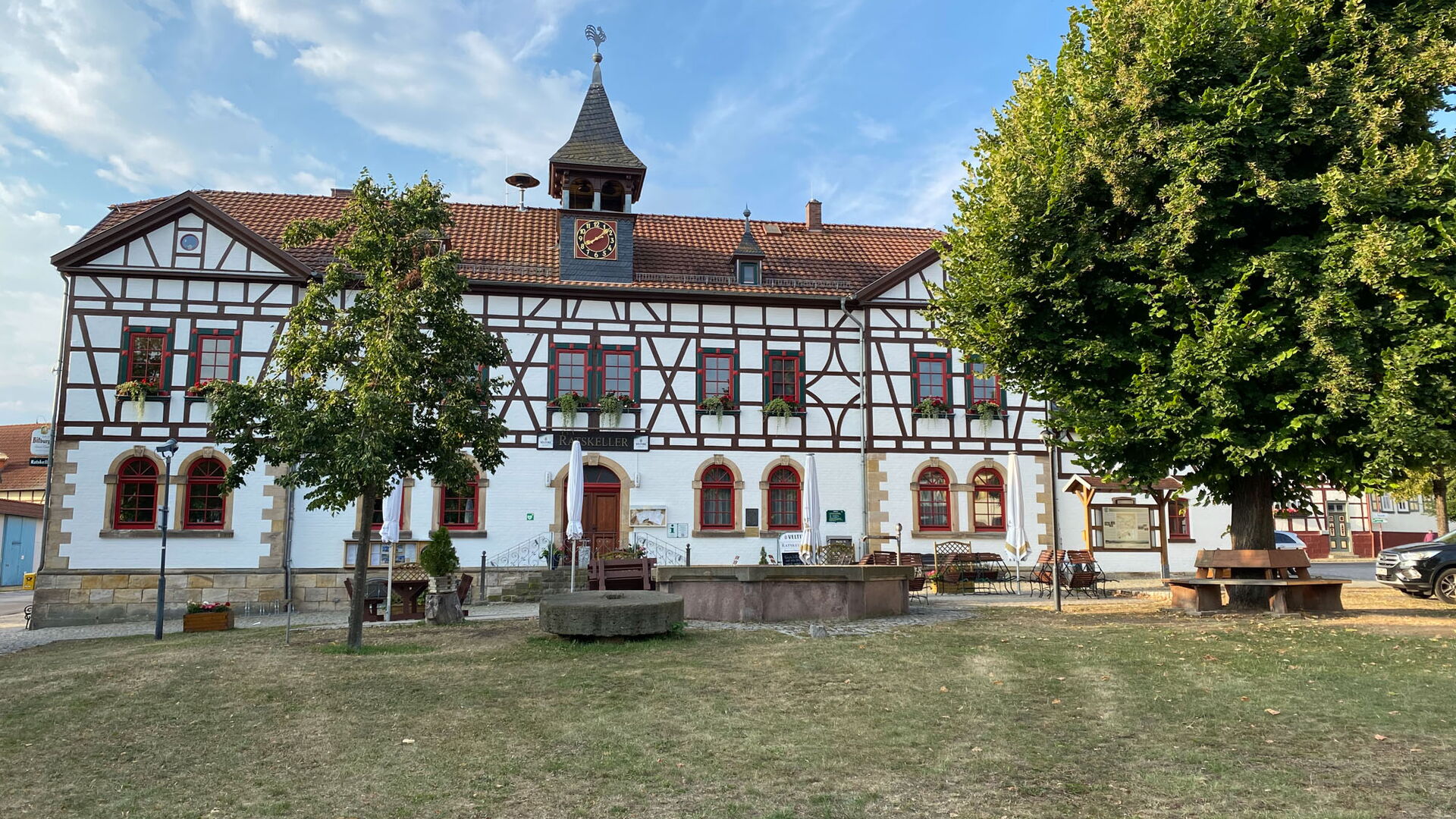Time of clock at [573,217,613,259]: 8:08
